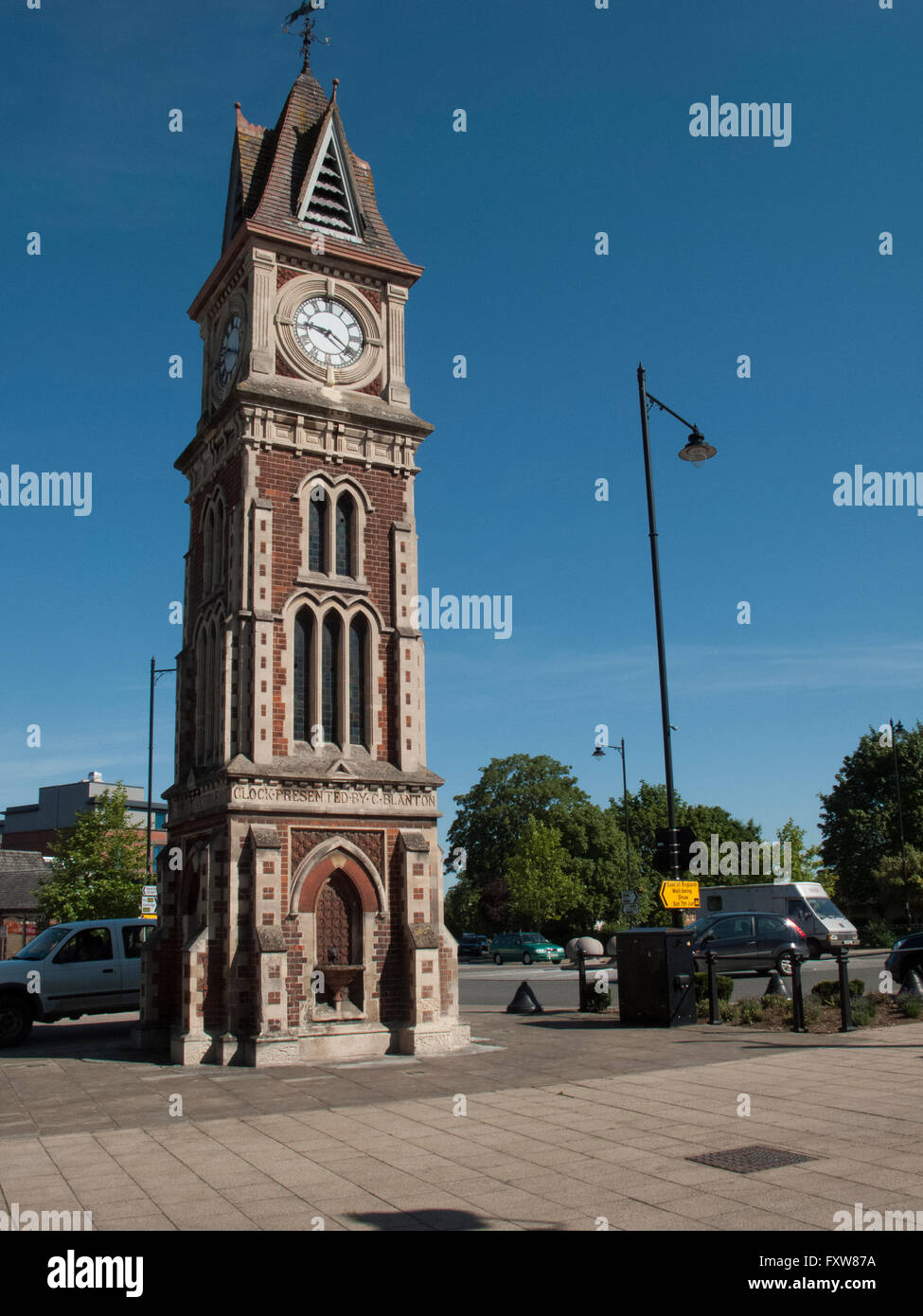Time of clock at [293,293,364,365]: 9:20
